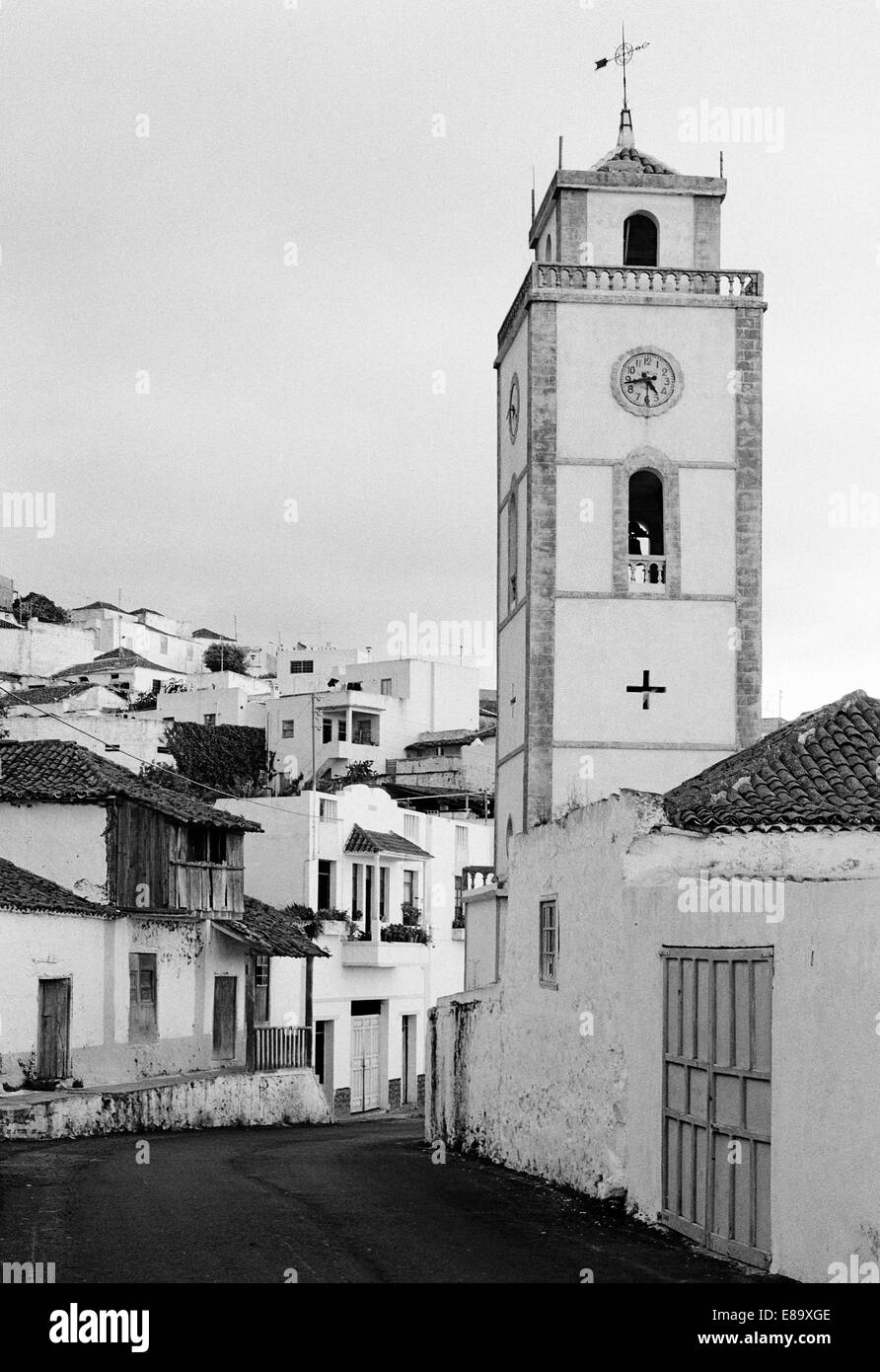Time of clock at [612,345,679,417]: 4:43
